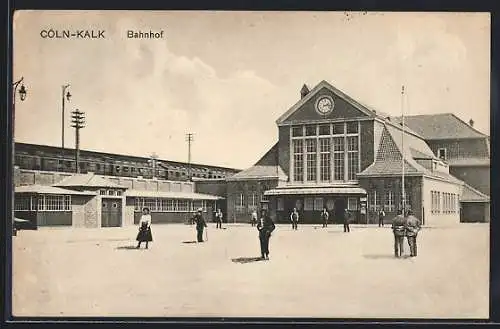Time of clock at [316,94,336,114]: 2:15
